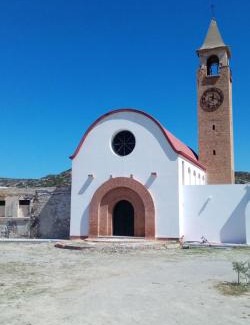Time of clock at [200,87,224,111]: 12:16
